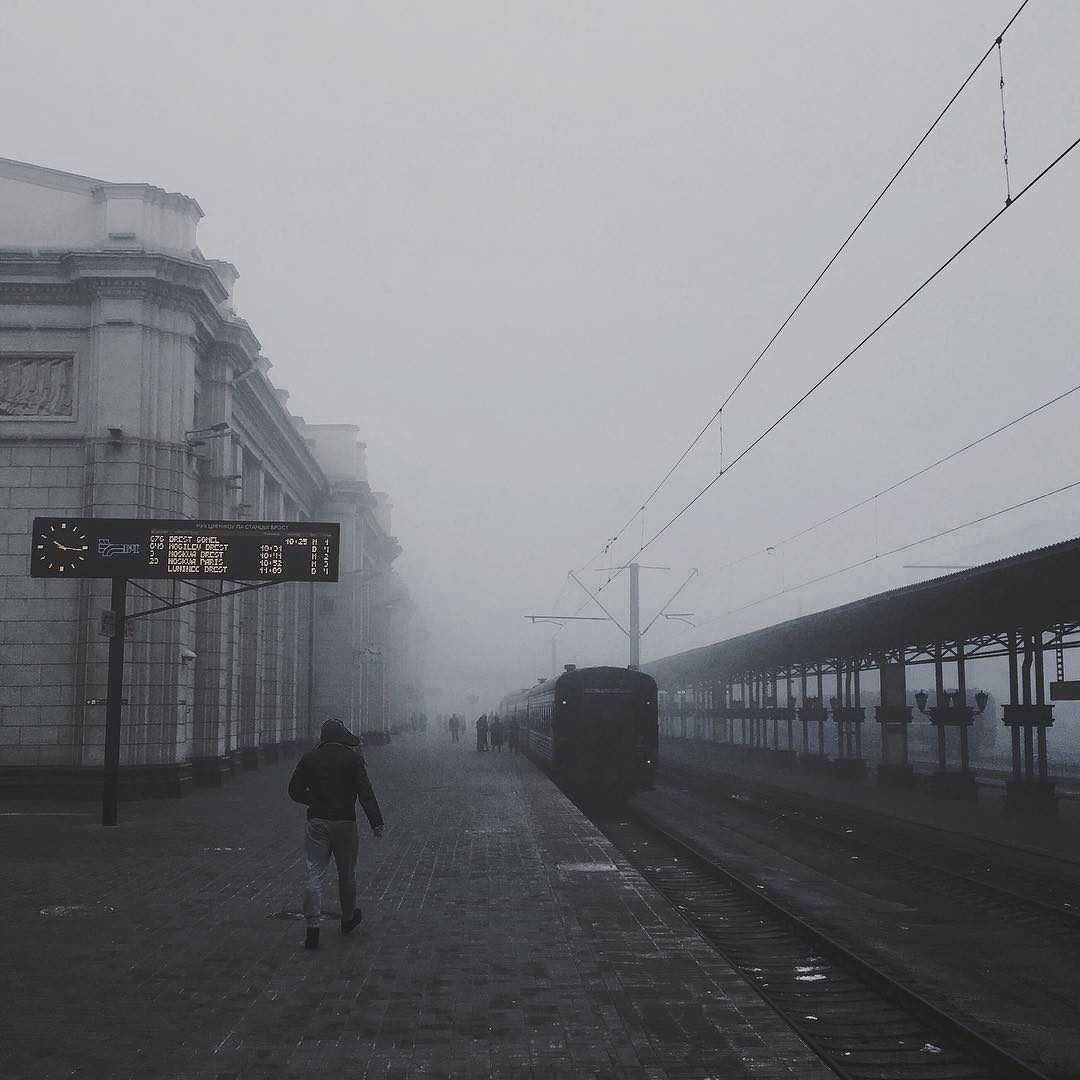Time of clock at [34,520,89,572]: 10:16
